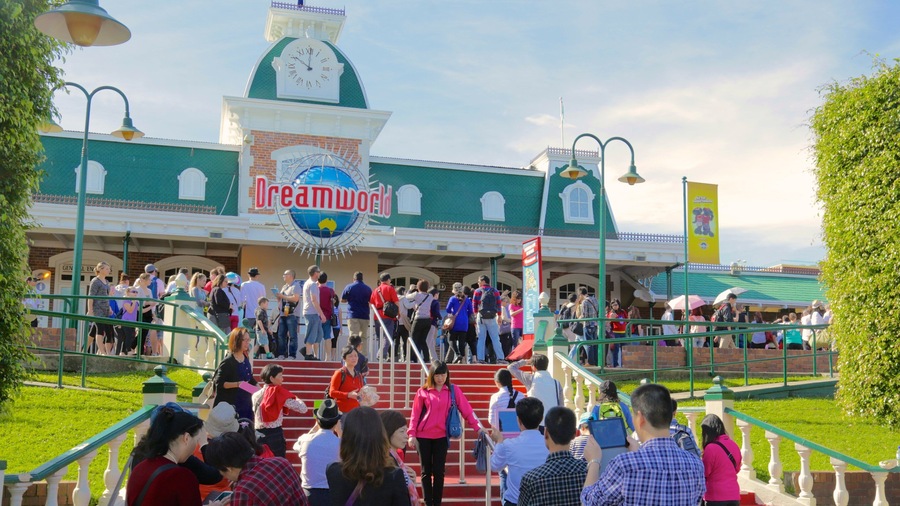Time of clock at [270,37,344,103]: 10:00
